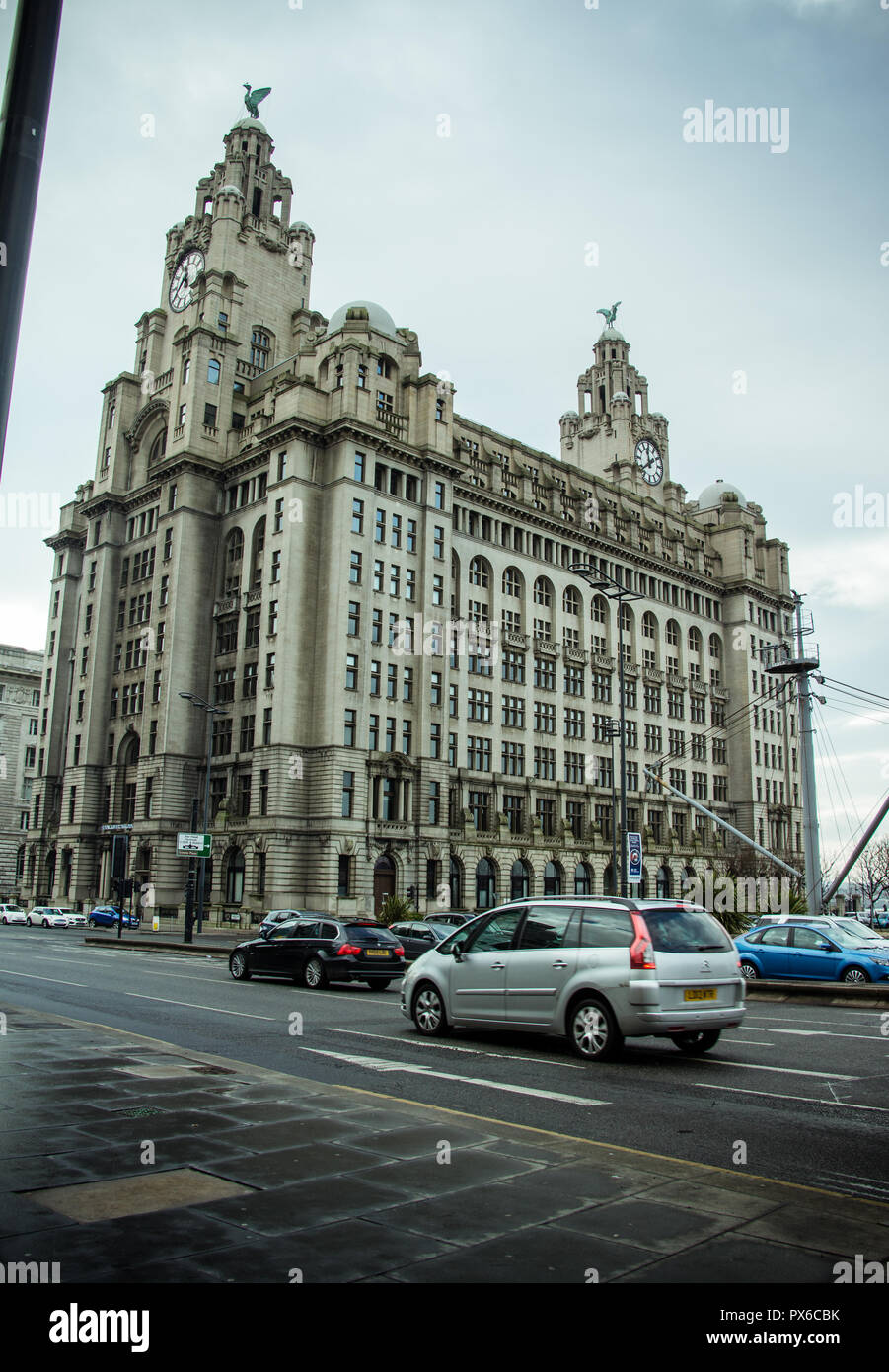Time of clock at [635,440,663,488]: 11:38
